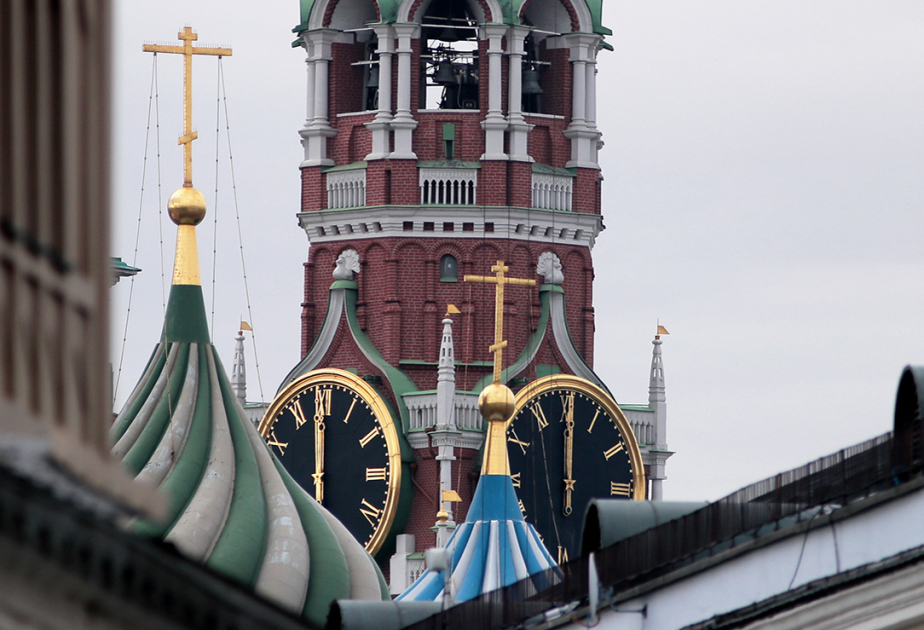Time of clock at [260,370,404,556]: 11:59
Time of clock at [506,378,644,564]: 12:00
